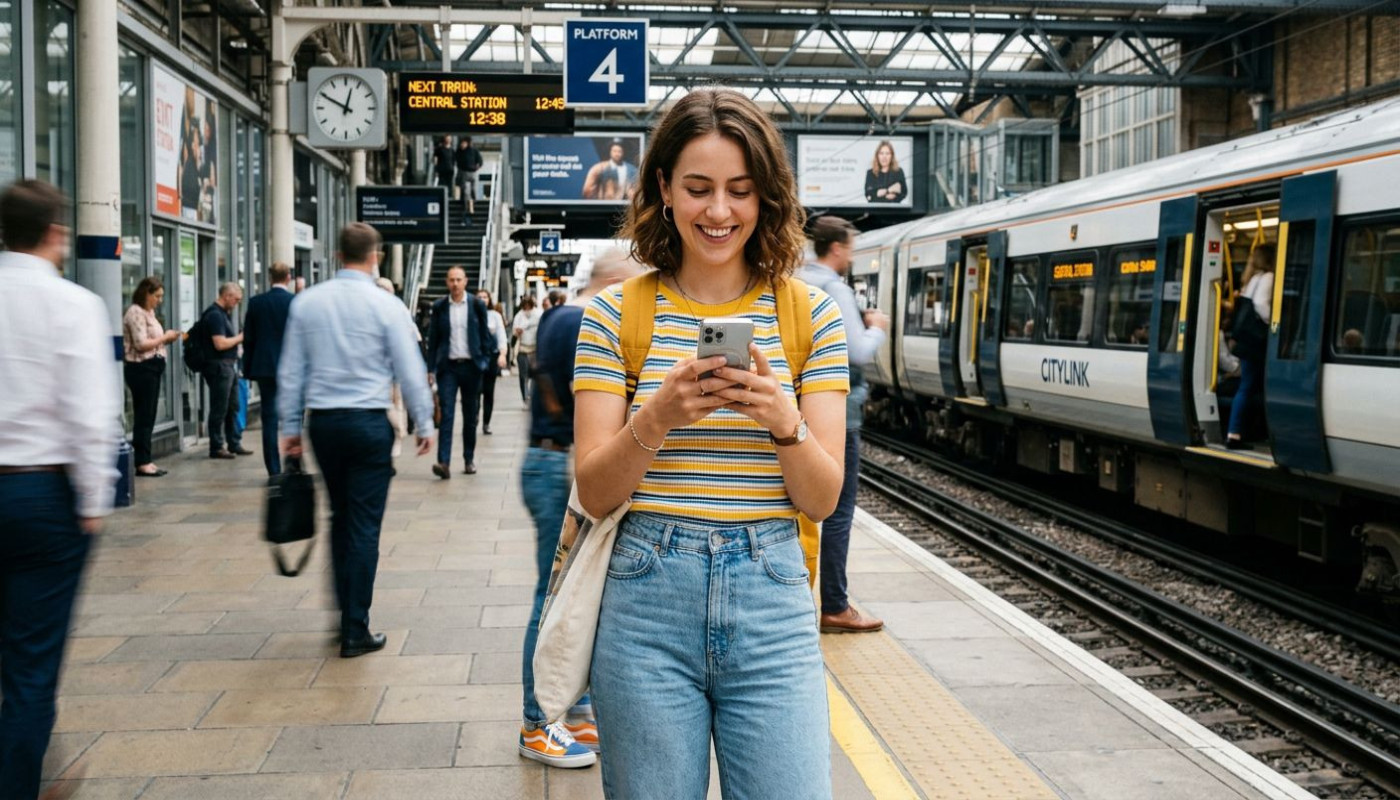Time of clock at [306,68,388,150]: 12:49
